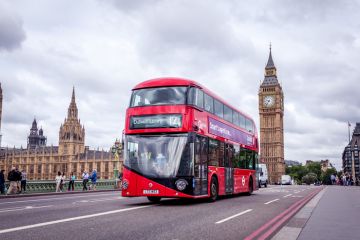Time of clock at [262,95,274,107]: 9:36
